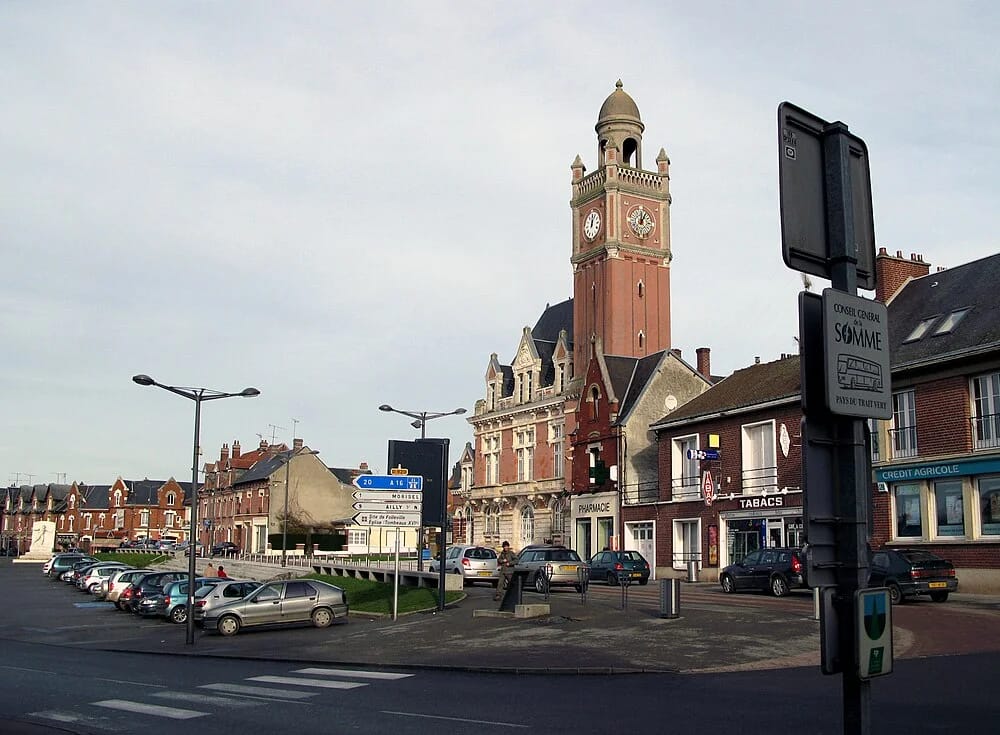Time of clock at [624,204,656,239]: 12:05
